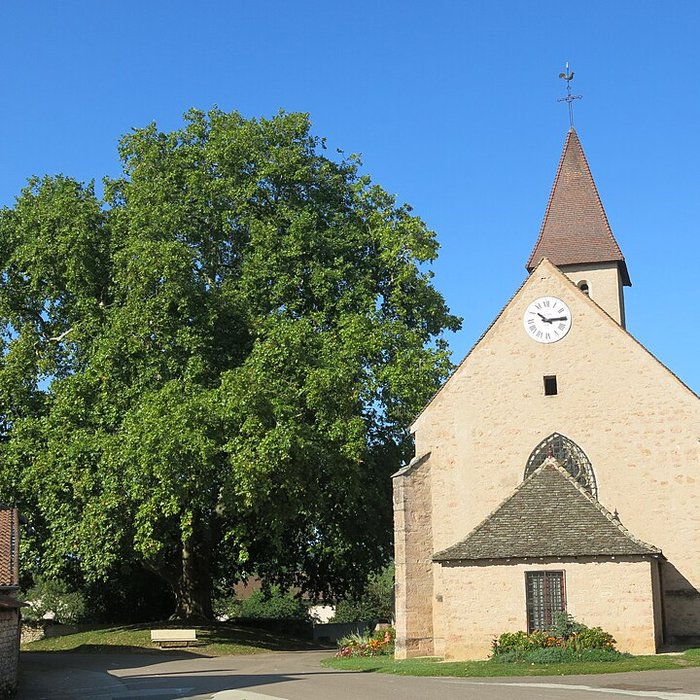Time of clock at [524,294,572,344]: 10:14
